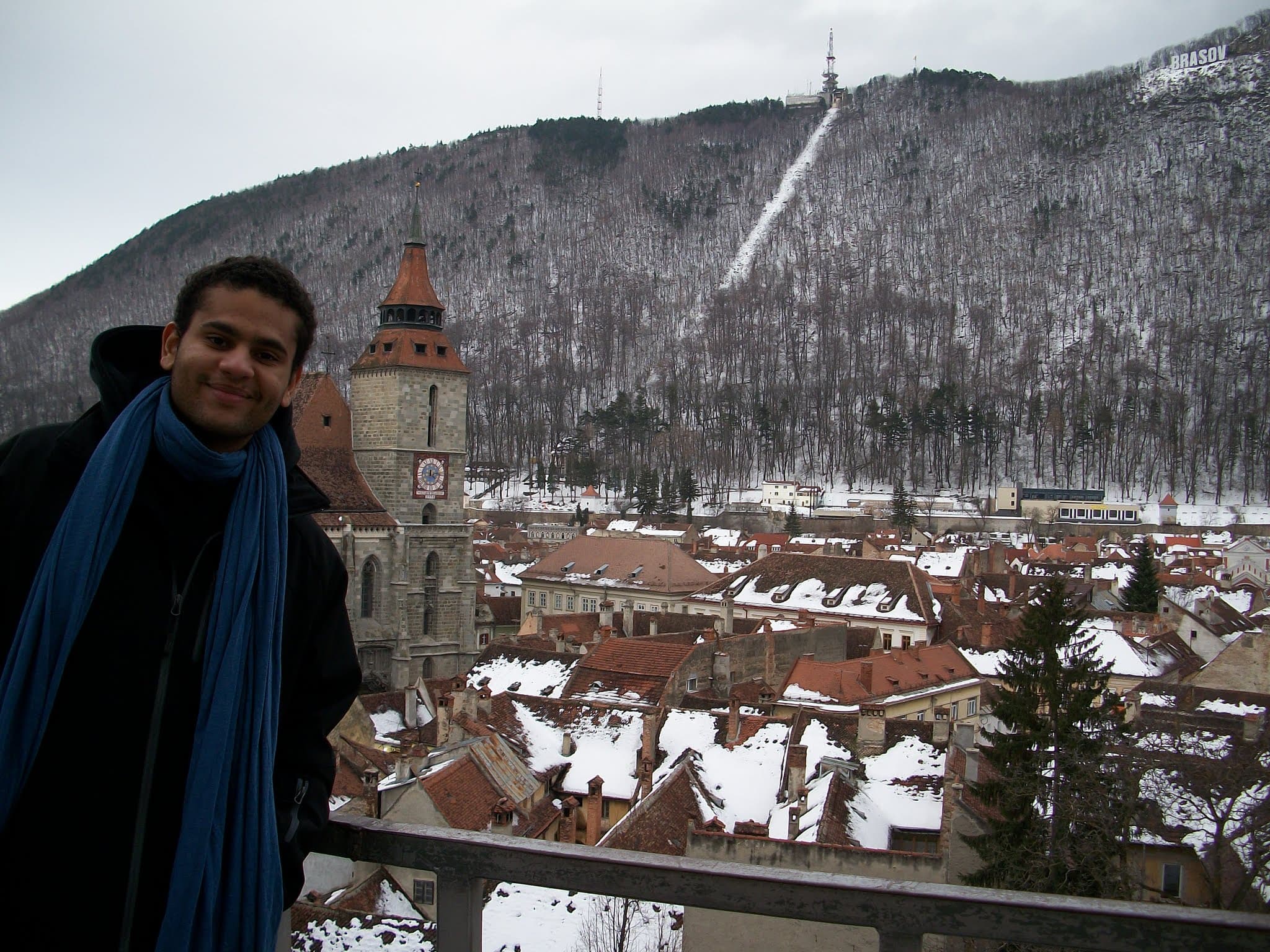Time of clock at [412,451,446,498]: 12:13
